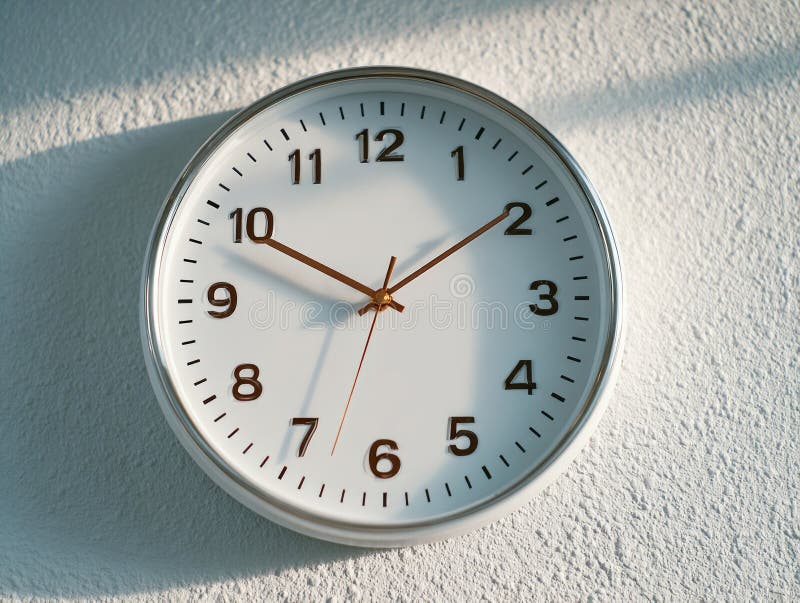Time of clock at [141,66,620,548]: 1:49
